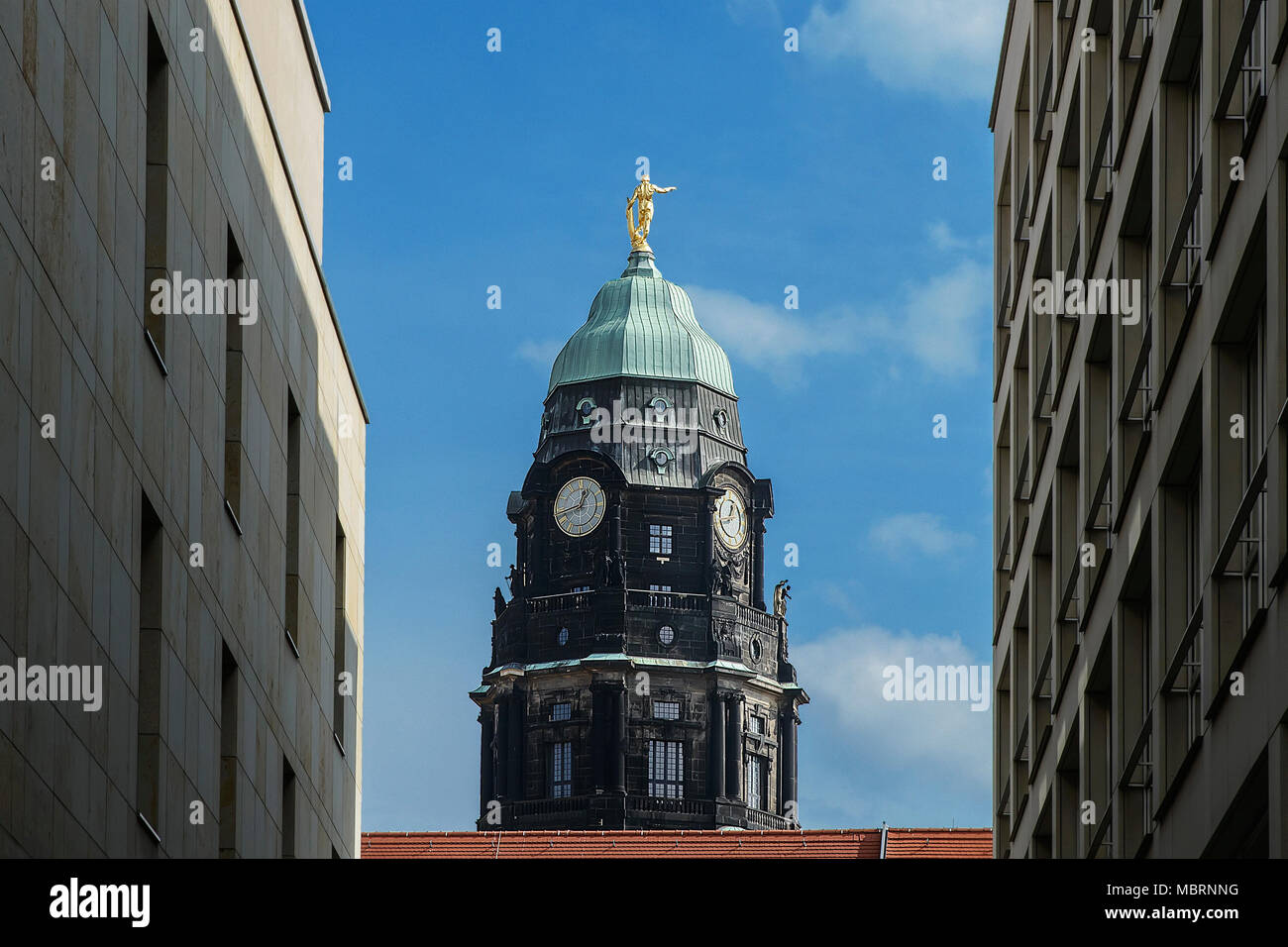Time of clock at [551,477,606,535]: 12:43
